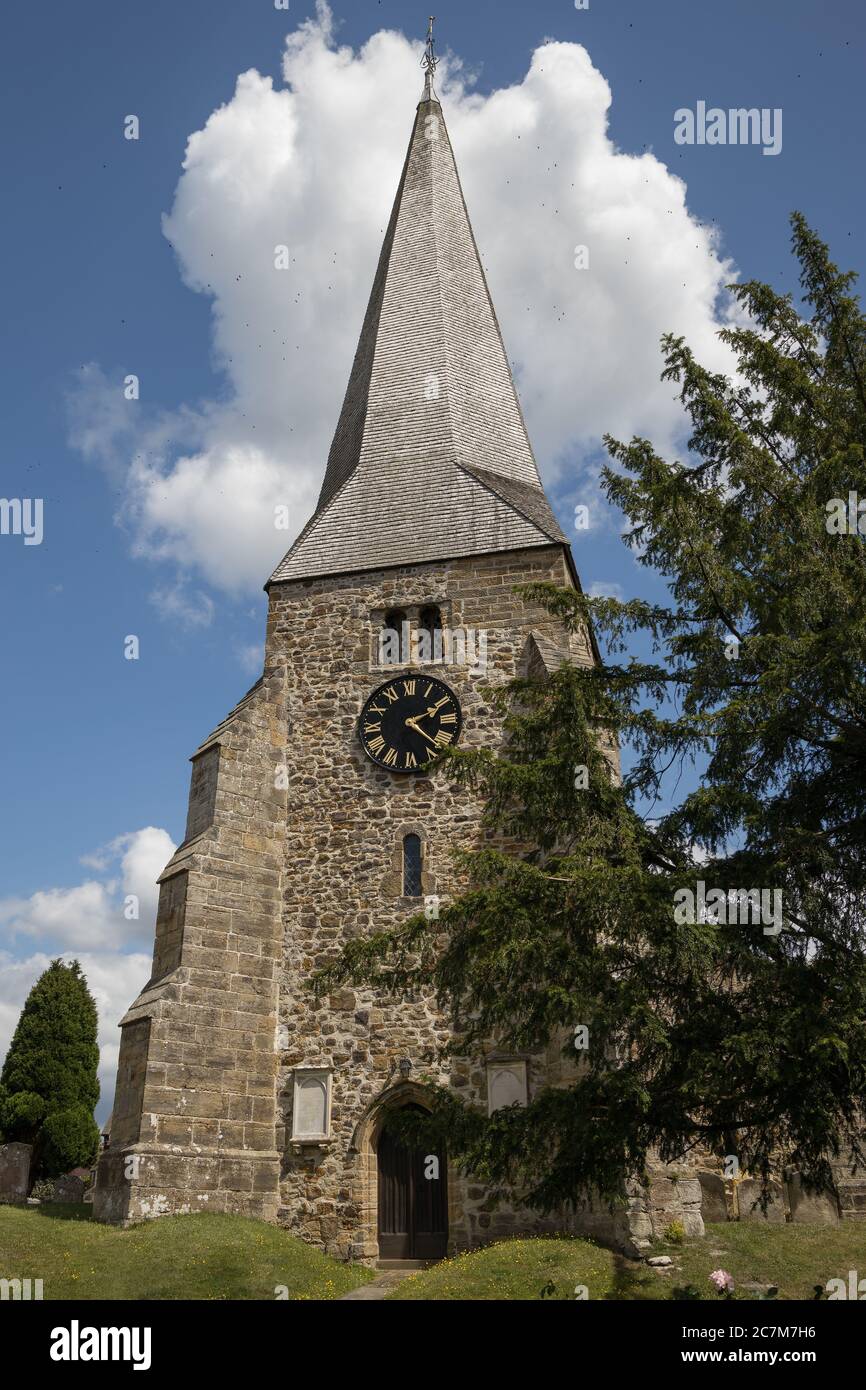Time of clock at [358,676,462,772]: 2:22
